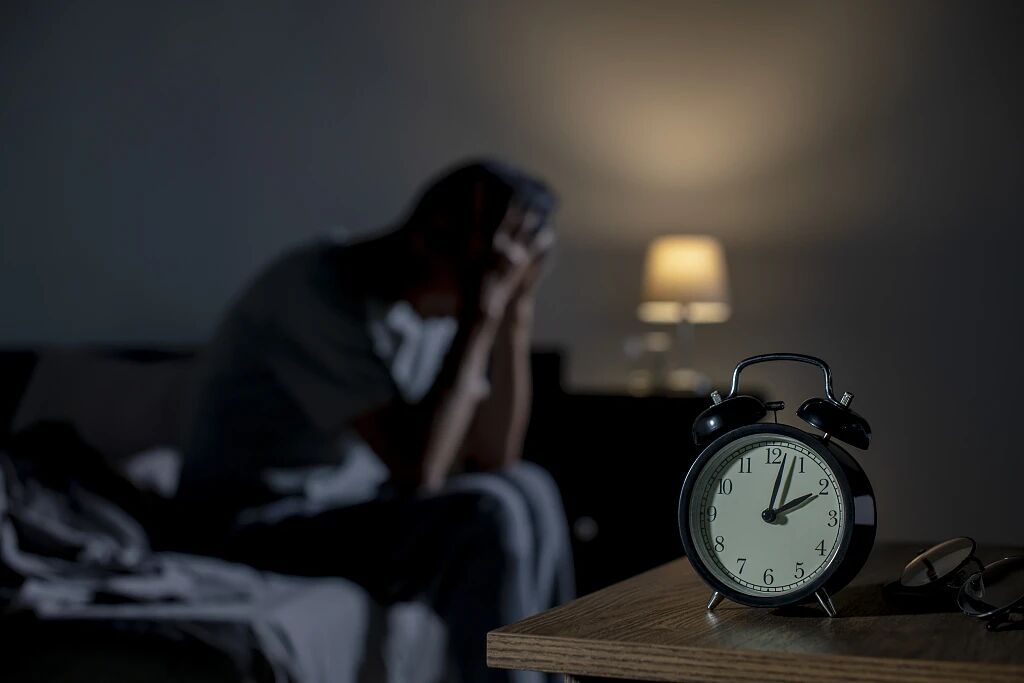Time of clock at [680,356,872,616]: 2:02
